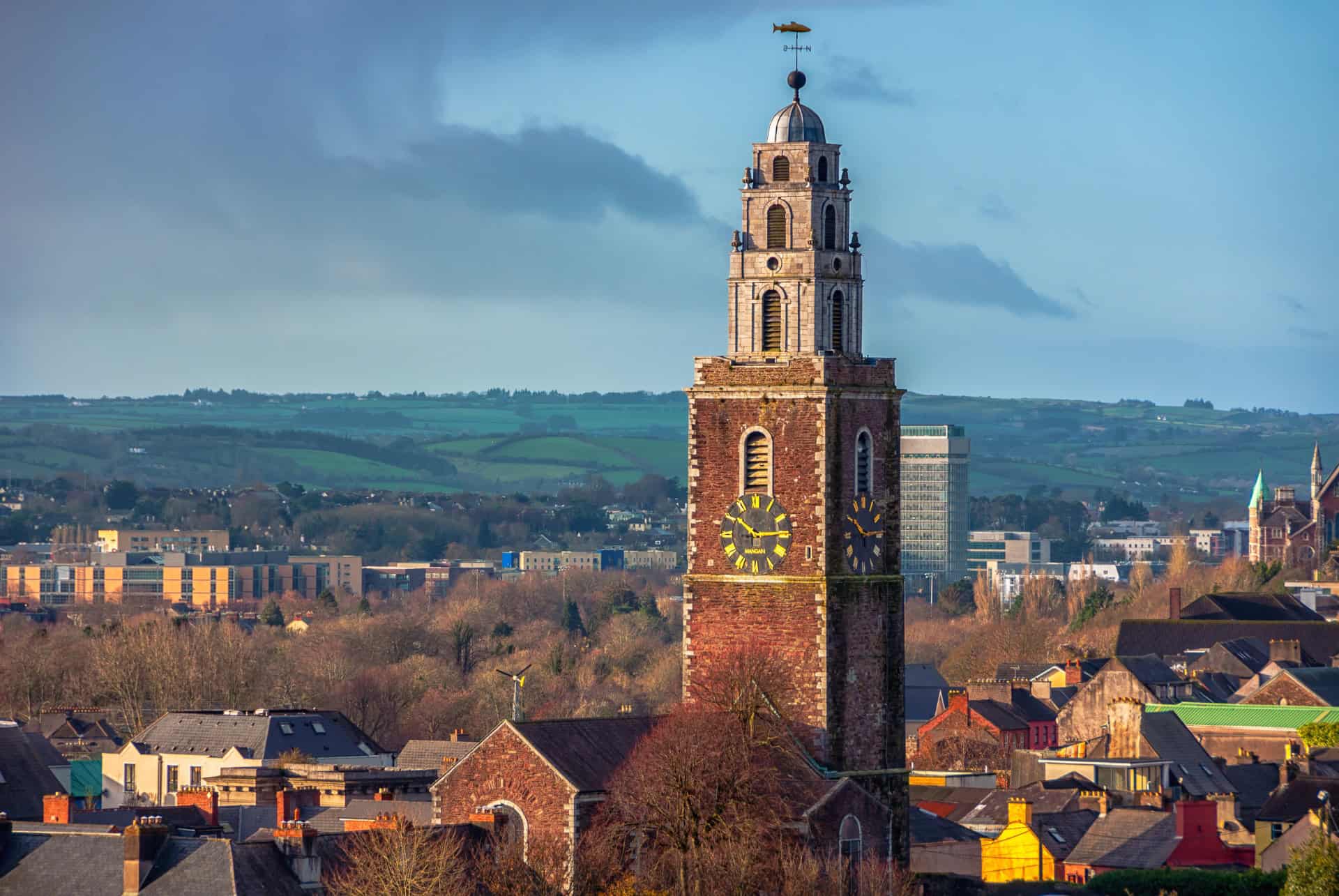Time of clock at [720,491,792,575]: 10:14
